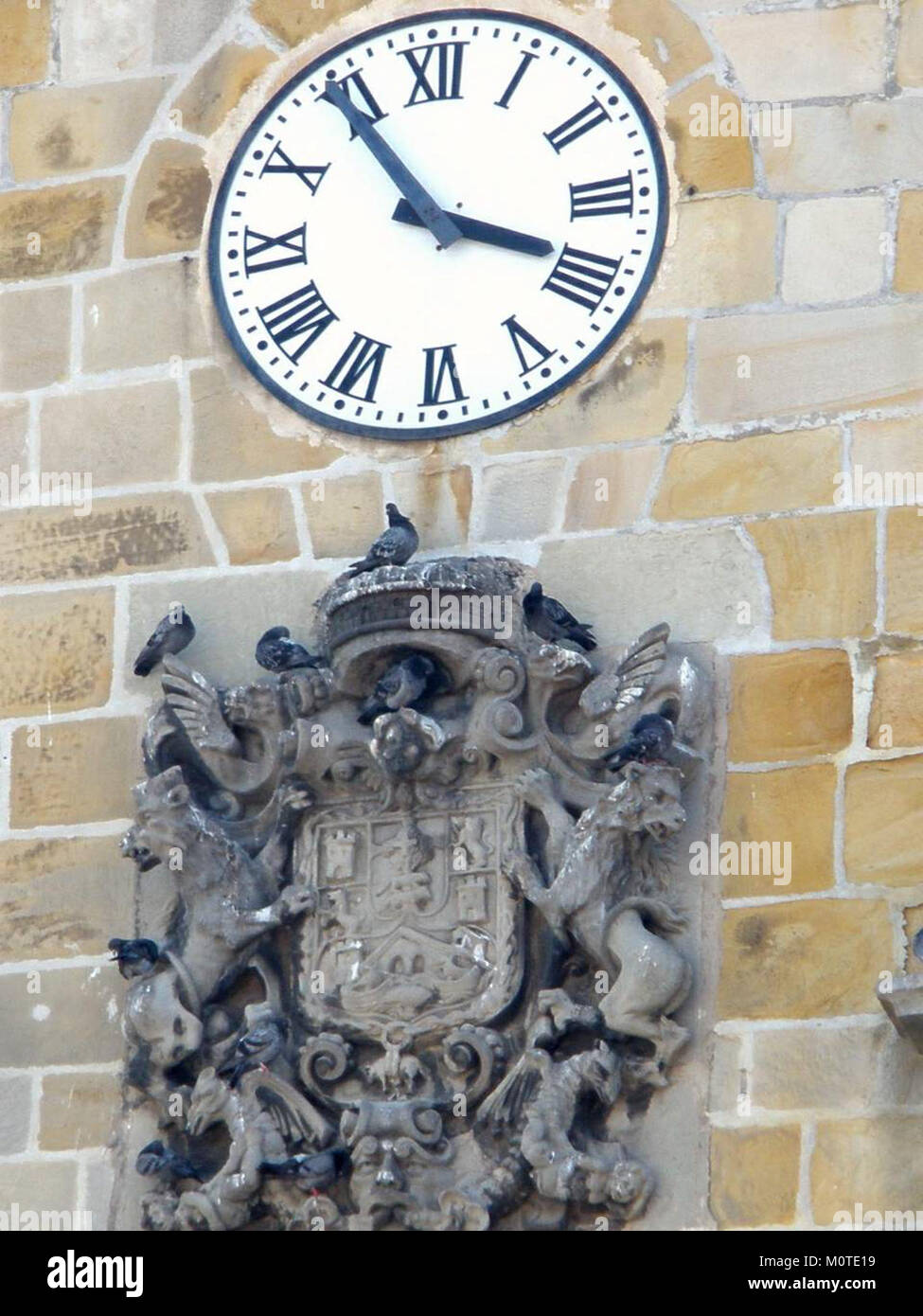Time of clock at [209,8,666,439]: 3:54
